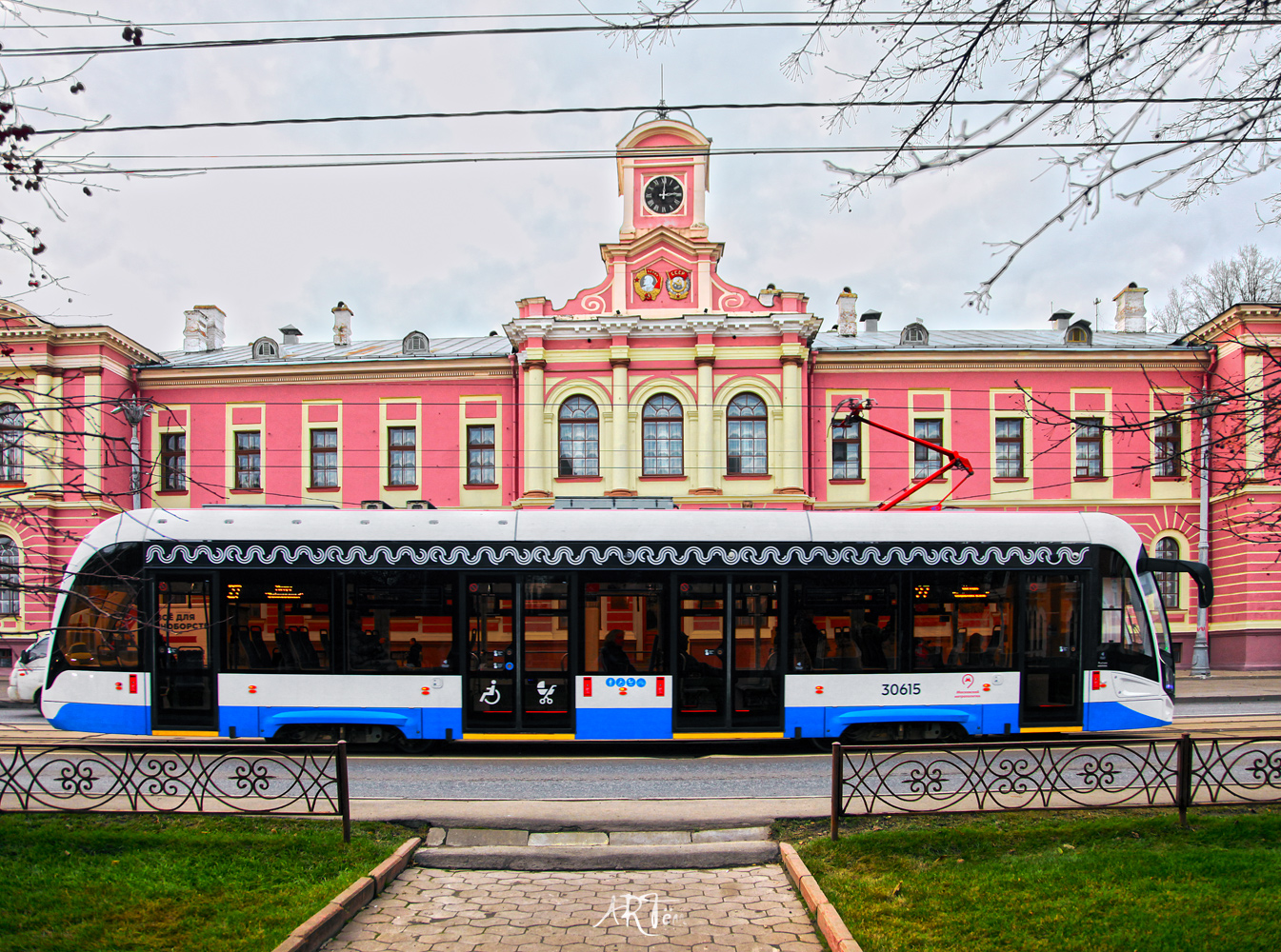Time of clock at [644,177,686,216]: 3:00
